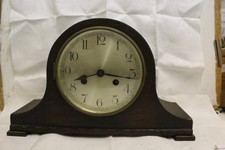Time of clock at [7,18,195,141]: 8:16
